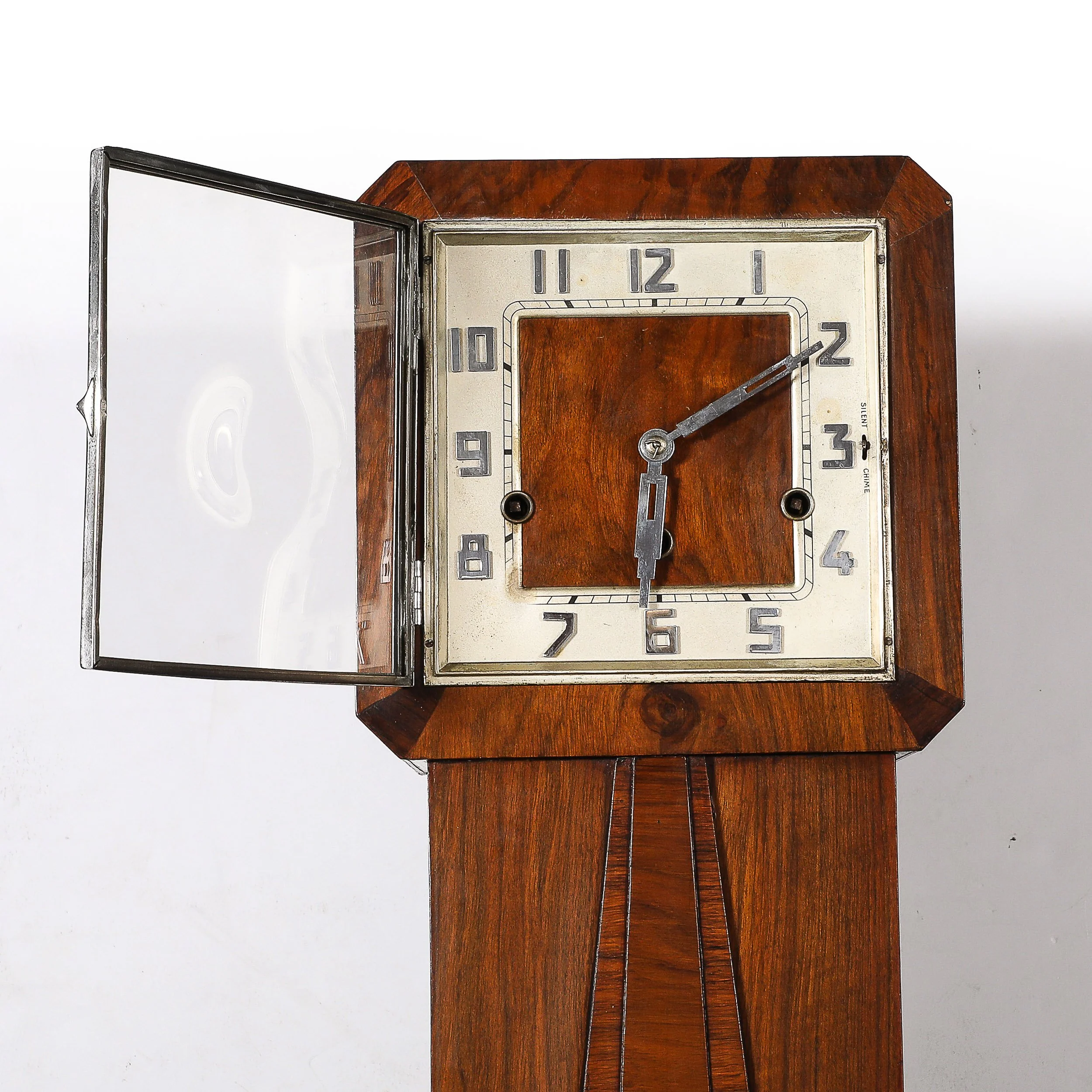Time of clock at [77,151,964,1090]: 6:10
